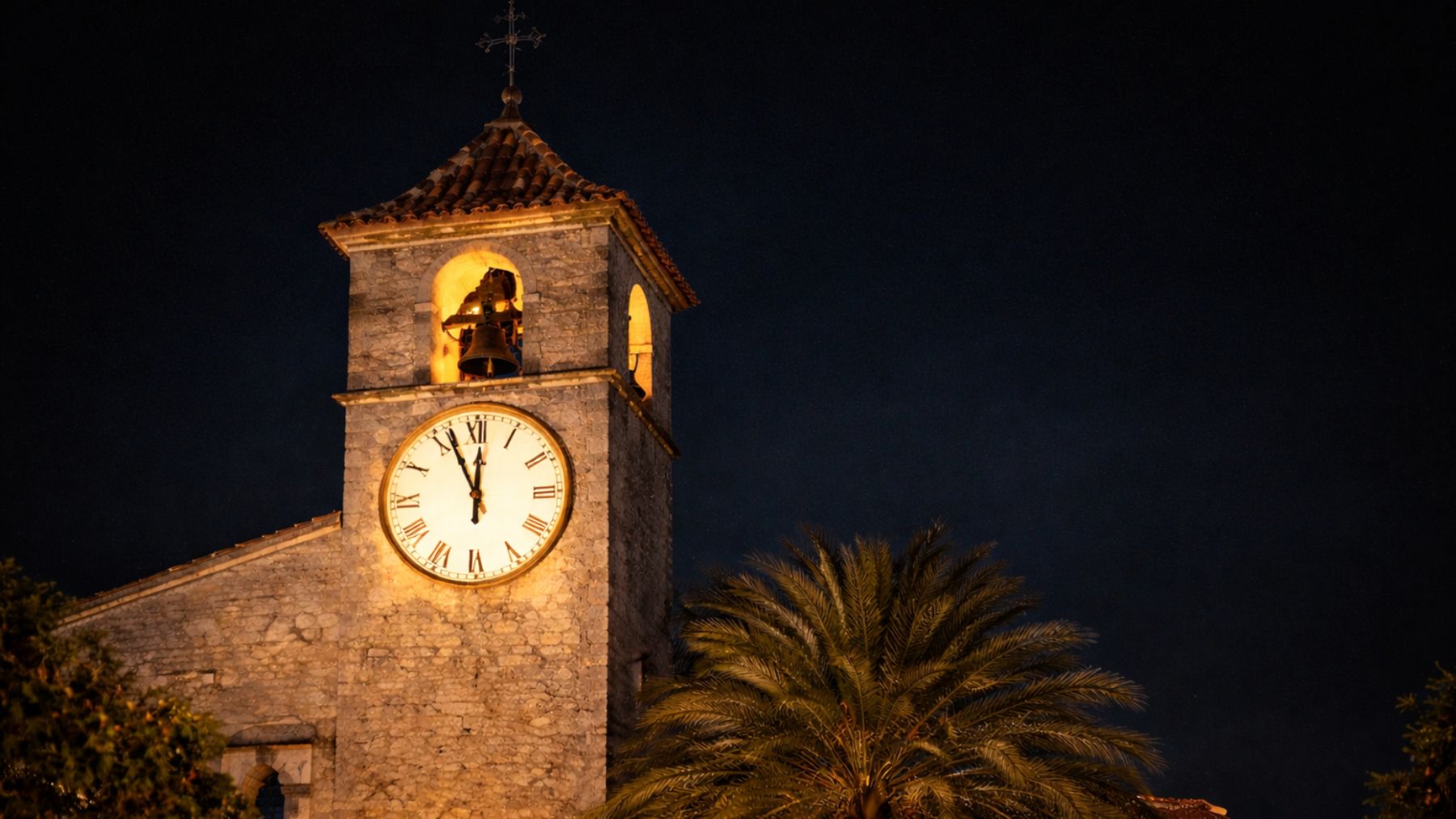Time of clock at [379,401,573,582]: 11:56
